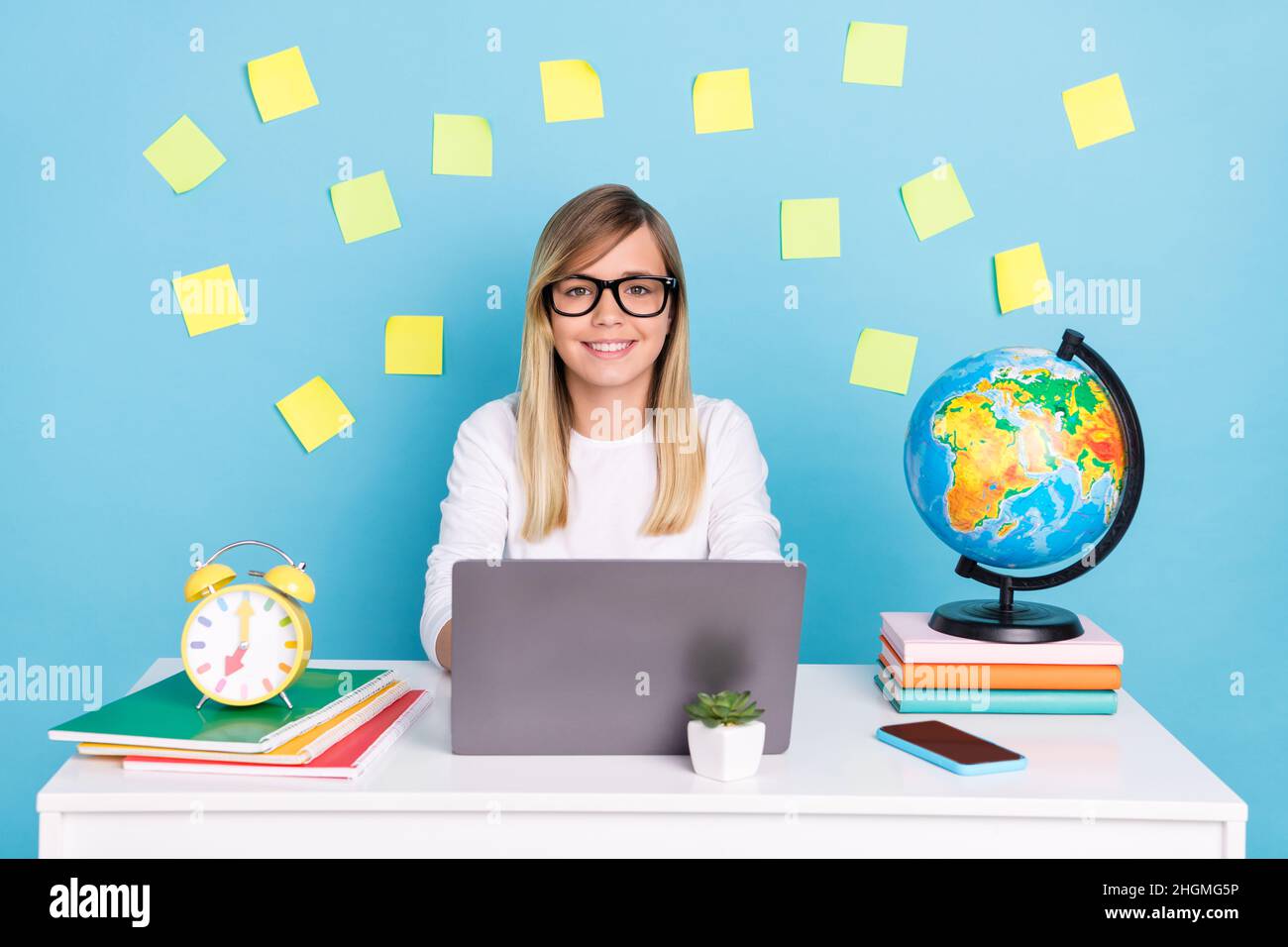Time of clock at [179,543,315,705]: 7:00
